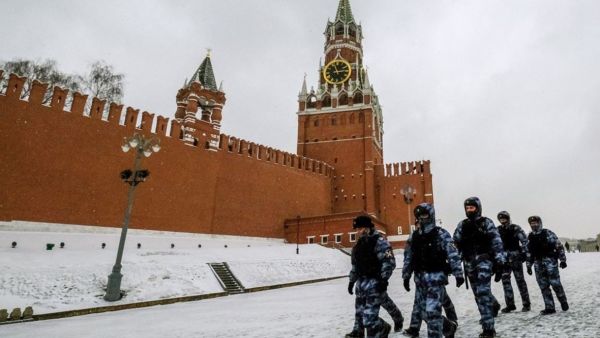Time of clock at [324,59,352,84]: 11:13
